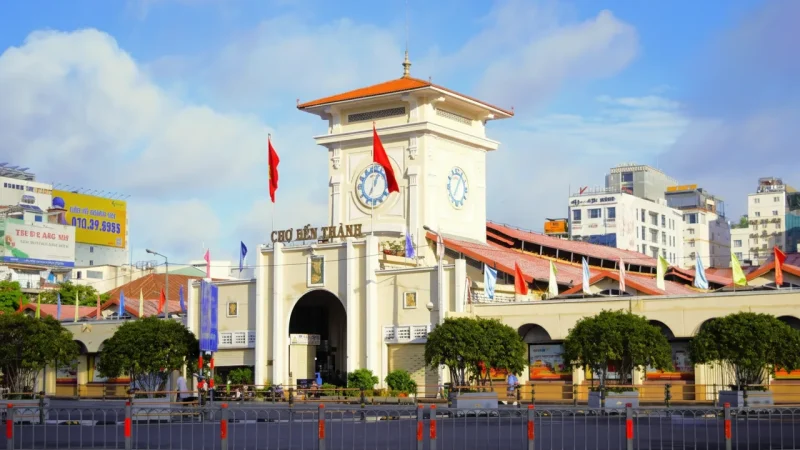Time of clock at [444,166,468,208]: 7:04
